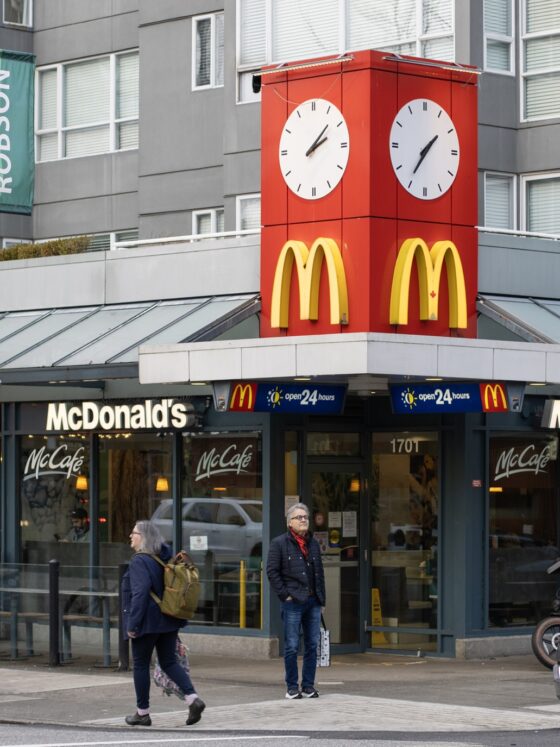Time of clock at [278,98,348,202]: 2:07
